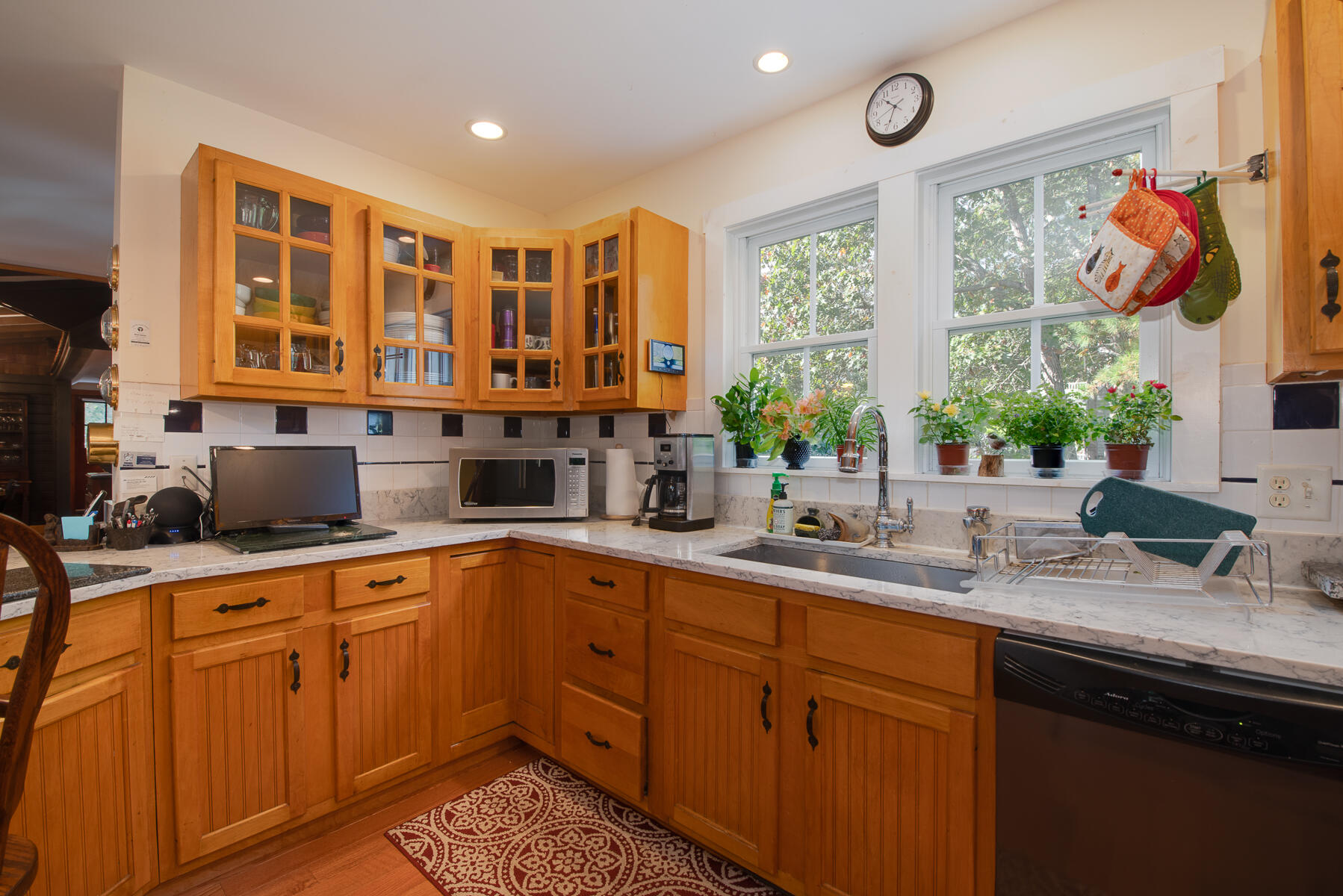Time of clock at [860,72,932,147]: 10:34
